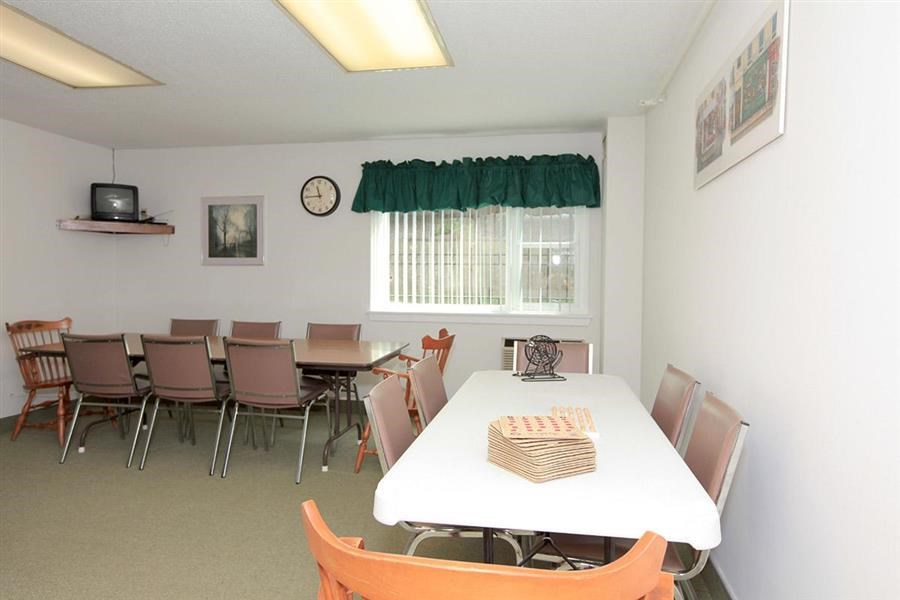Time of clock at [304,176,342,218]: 11:44
